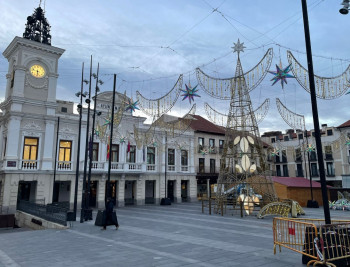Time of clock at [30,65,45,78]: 9:28
